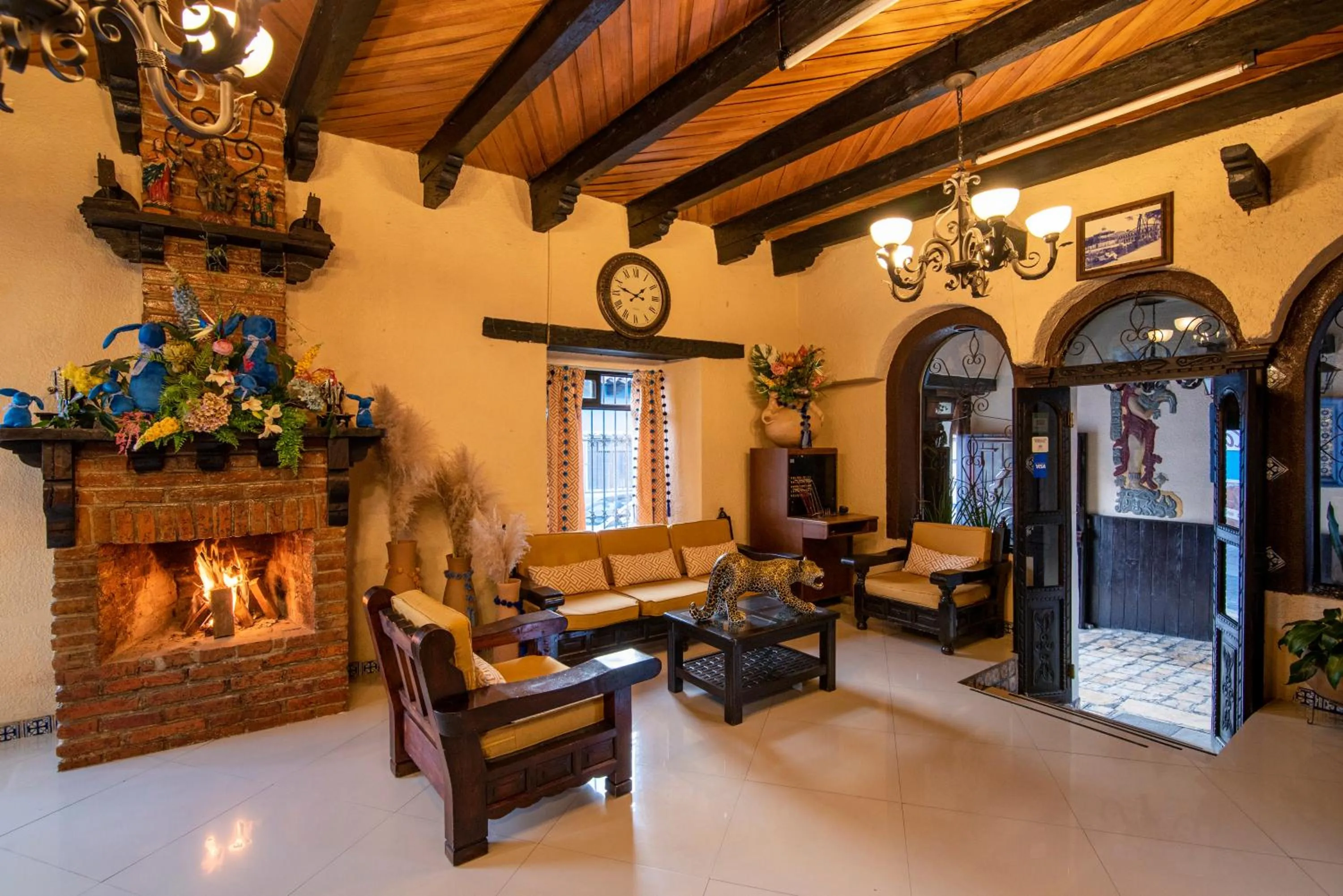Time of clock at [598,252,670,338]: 1:47
